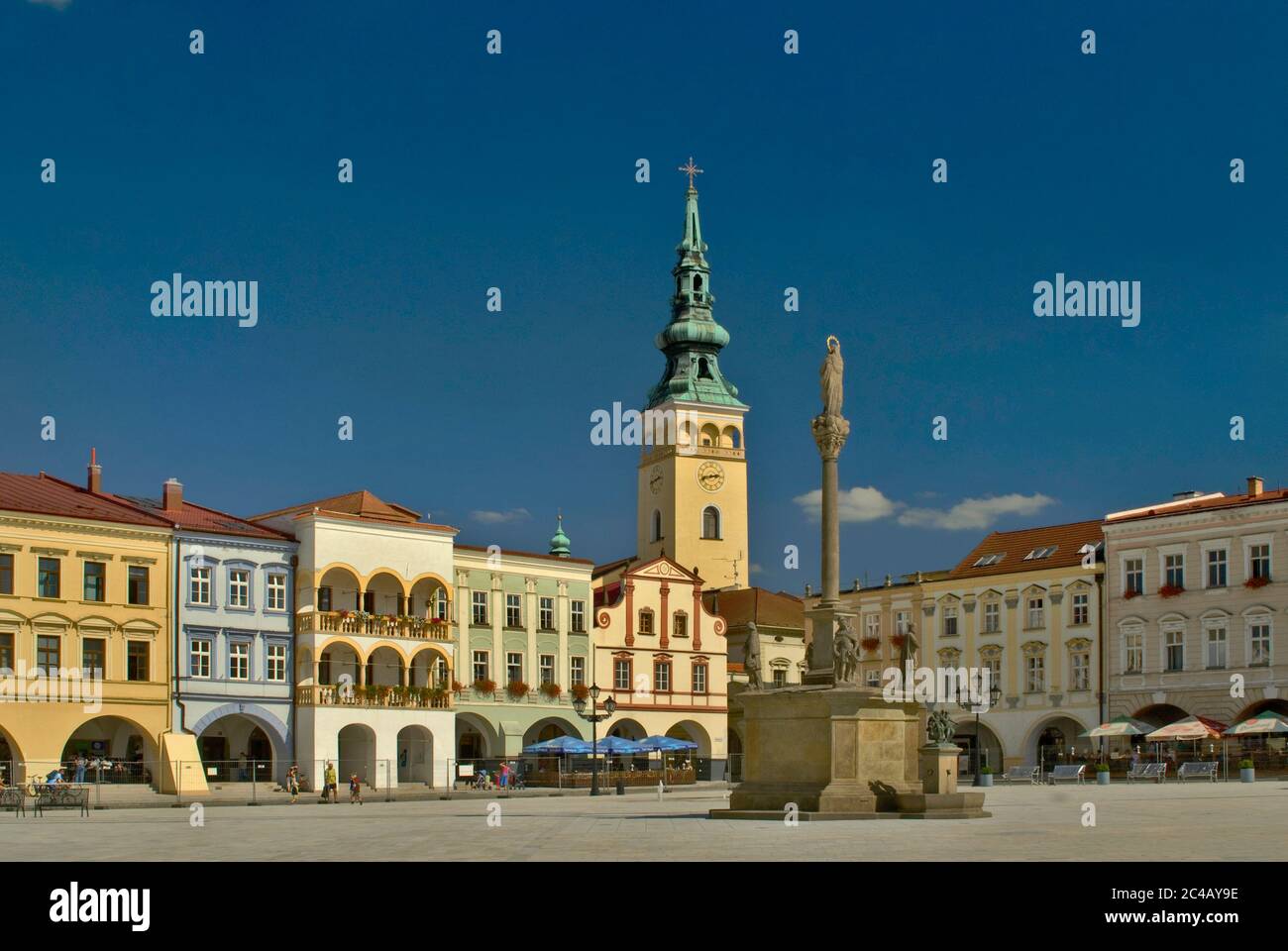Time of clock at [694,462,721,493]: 2:42
